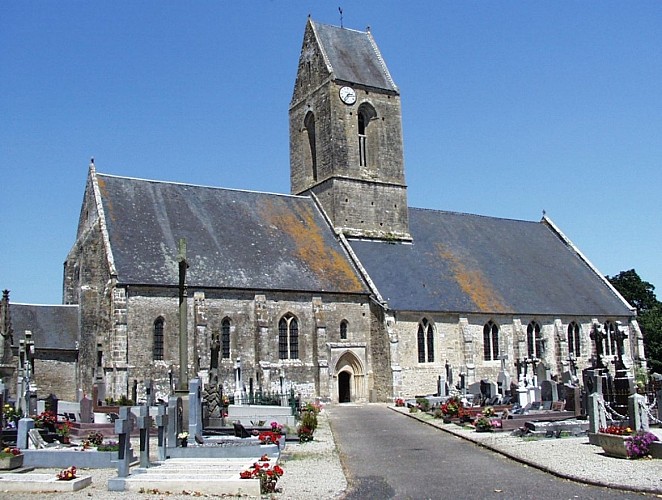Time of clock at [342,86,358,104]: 2:36
